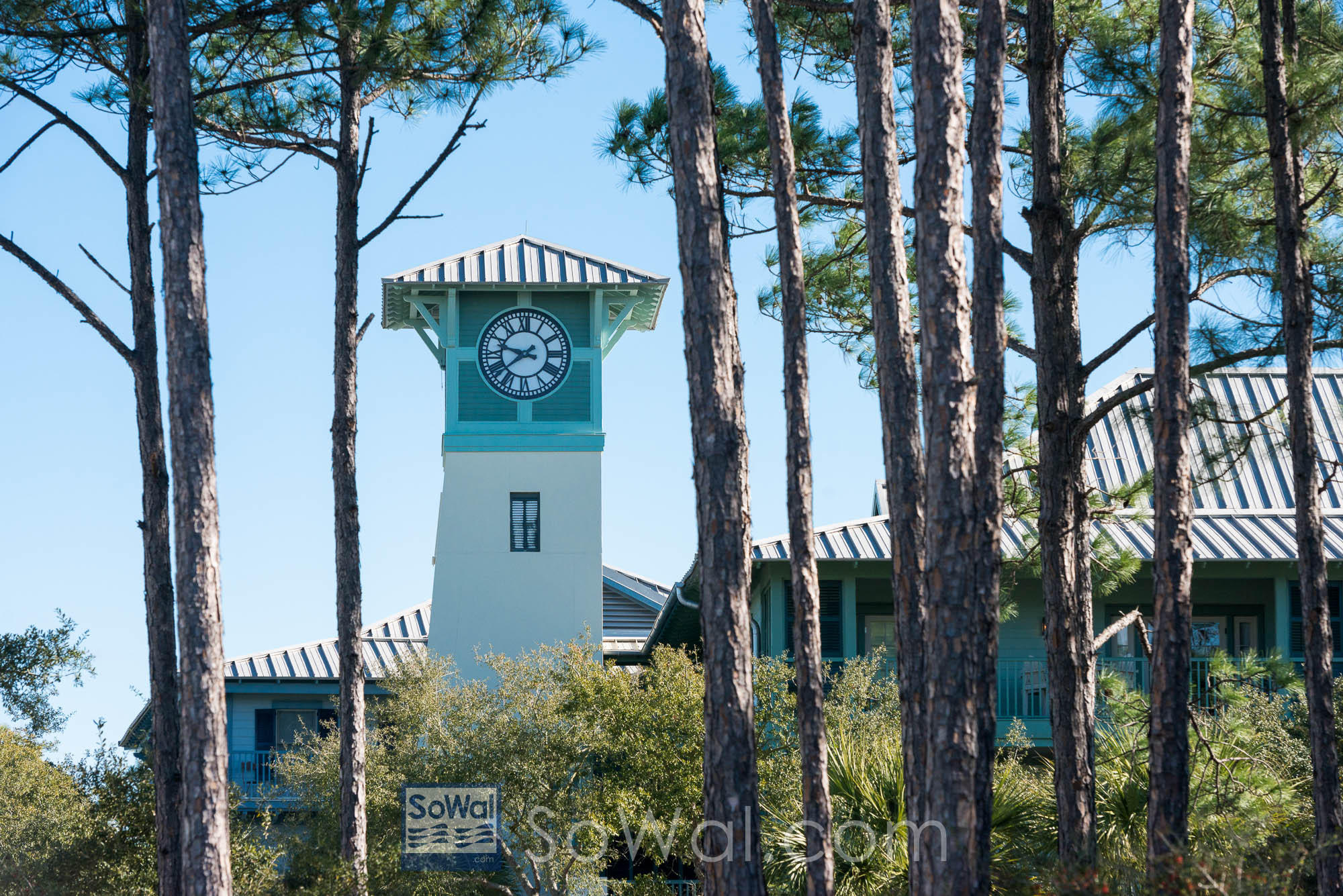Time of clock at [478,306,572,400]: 9:38
